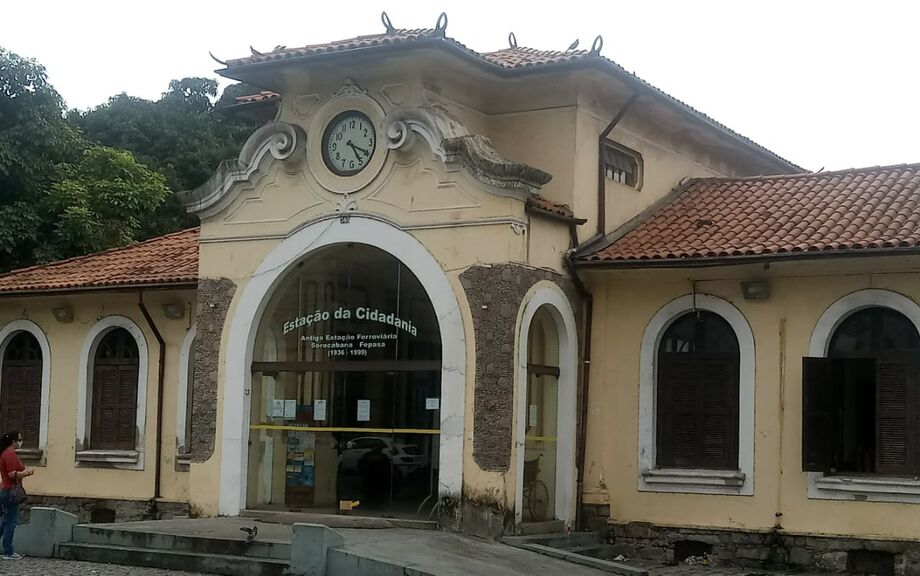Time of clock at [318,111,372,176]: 5:19
